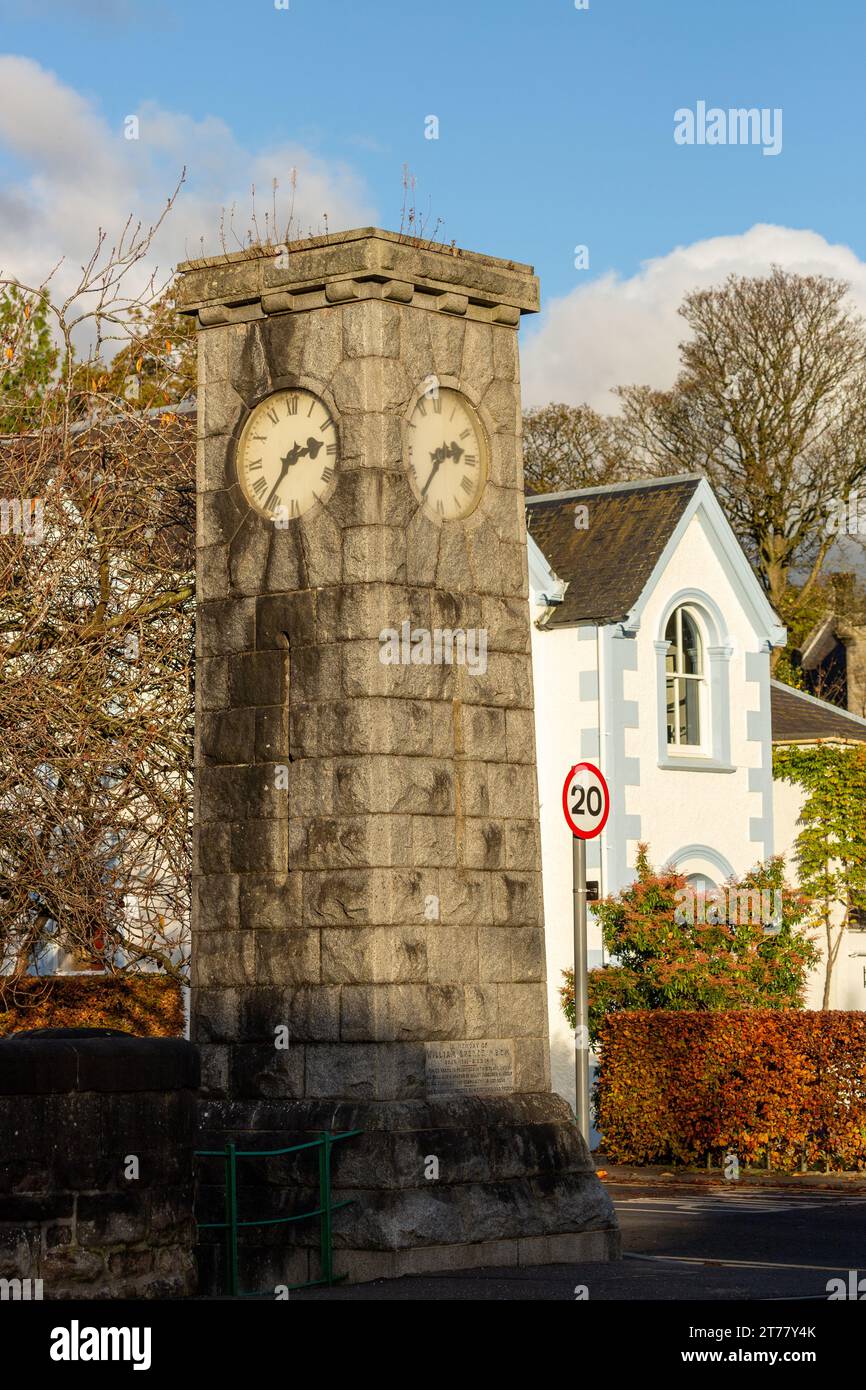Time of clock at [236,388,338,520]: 2:36
